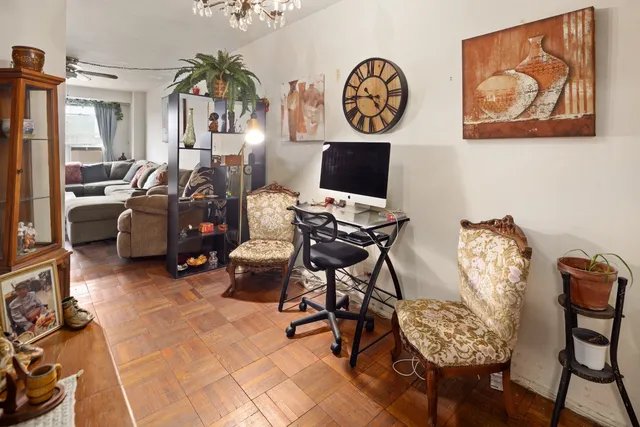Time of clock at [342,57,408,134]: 4:45
